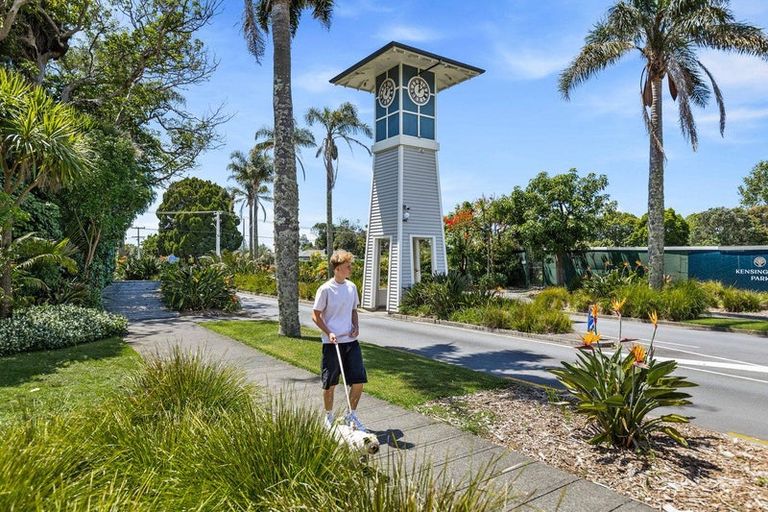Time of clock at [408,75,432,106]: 2:00
